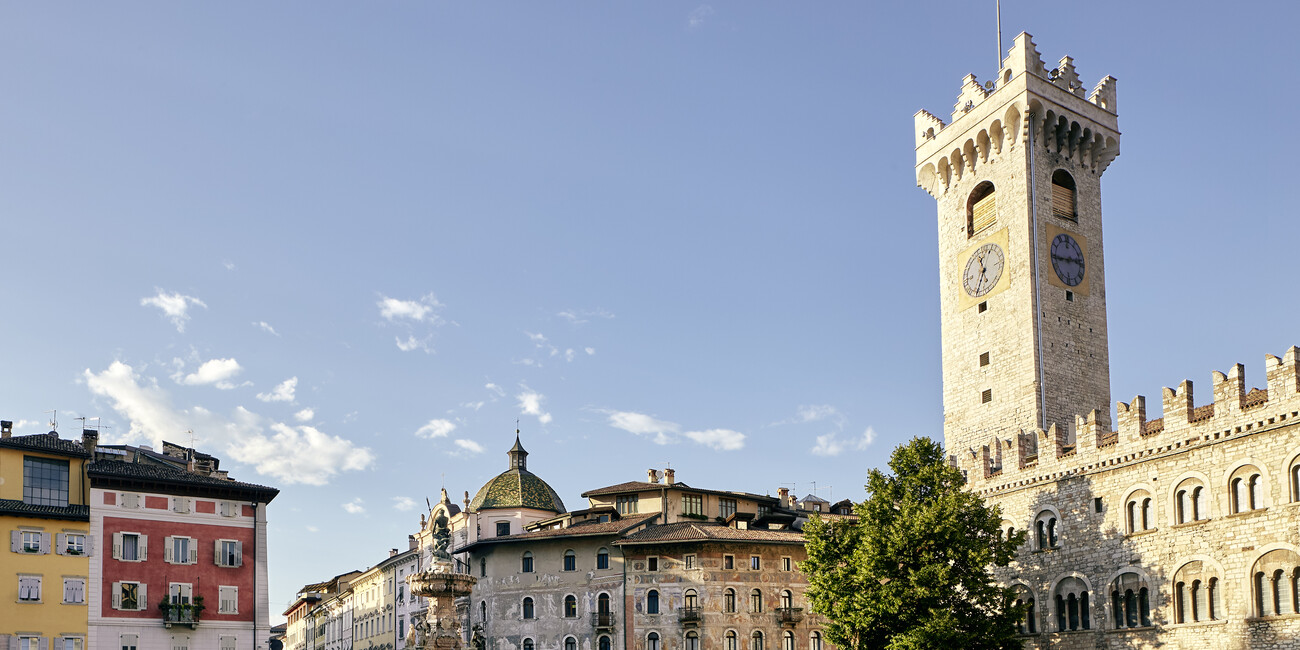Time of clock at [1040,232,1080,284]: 2:43
